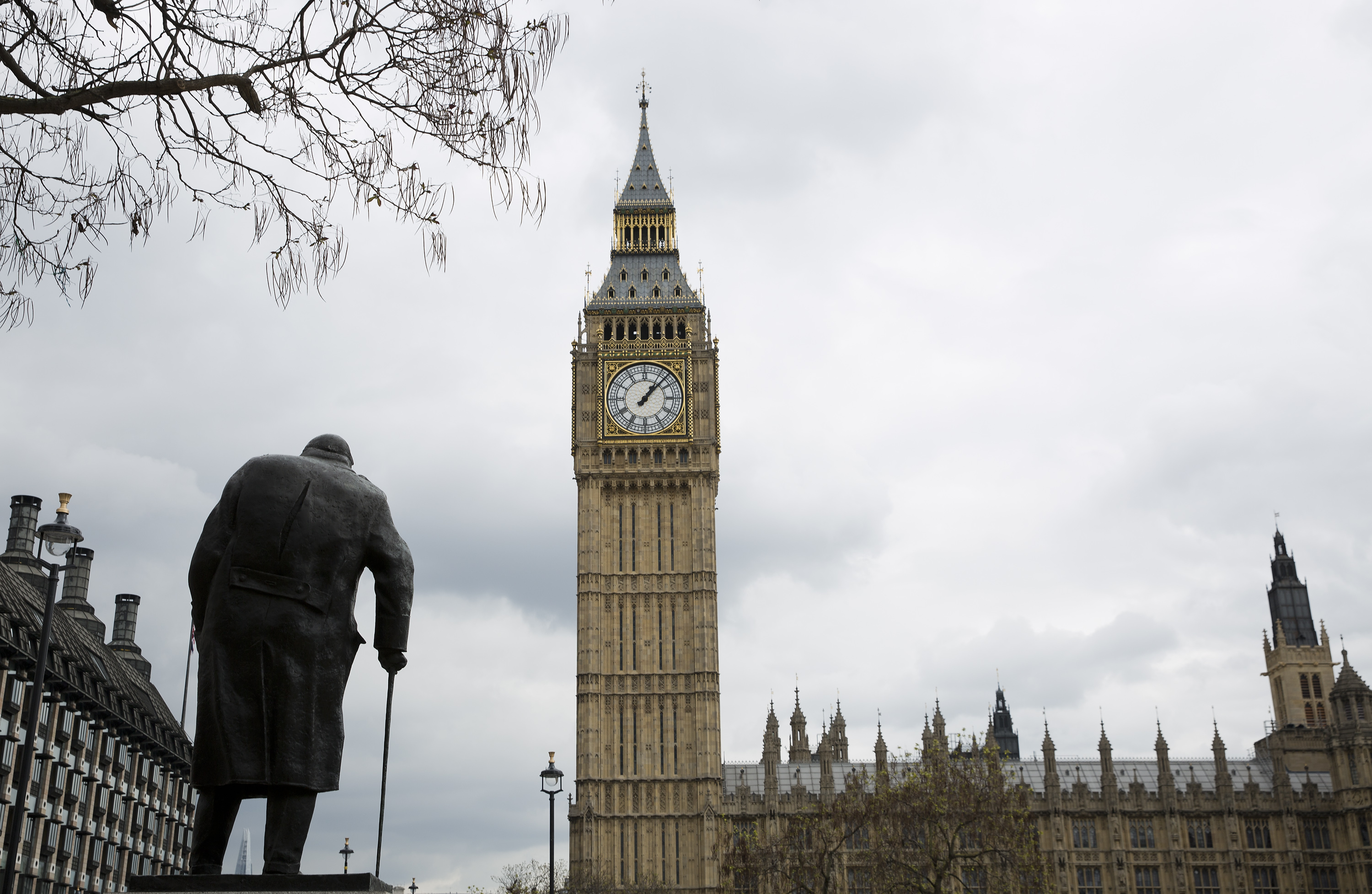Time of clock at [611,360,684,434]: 1:07
